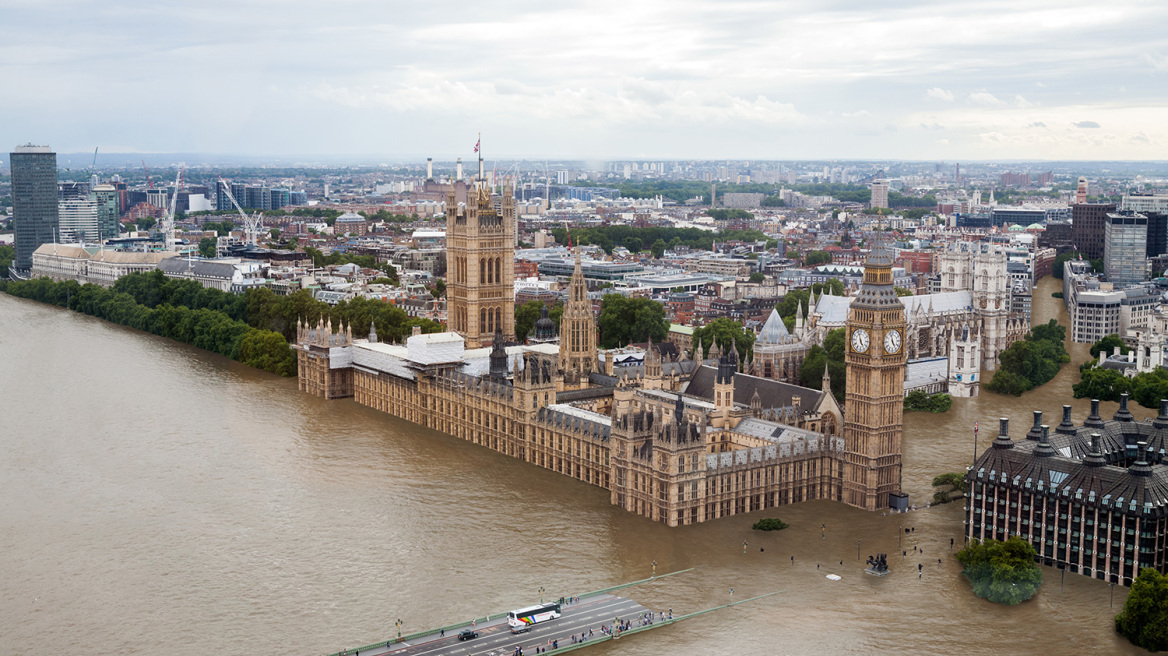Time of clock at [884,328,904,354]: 4:57
